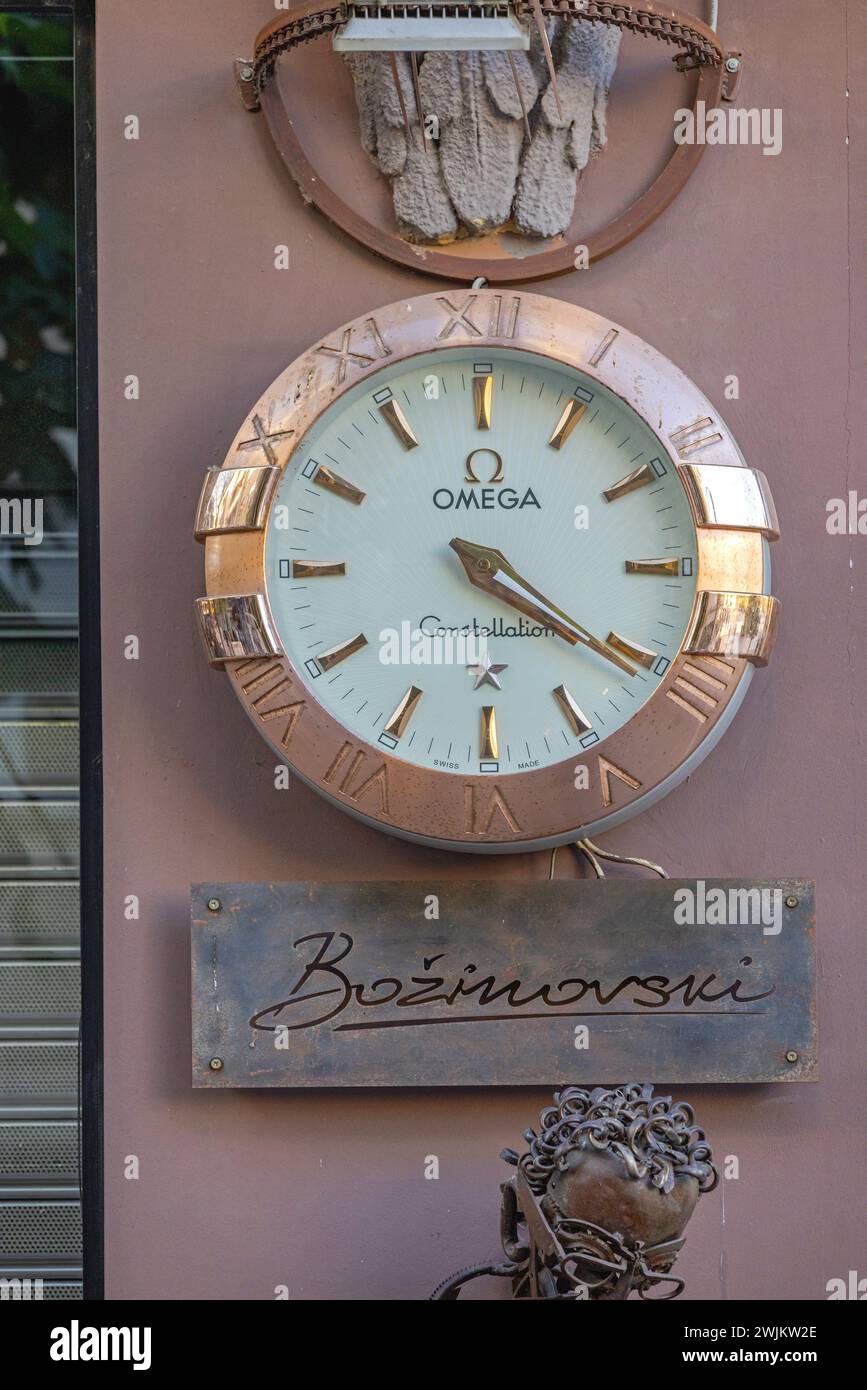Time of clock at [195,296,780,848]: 4:20
